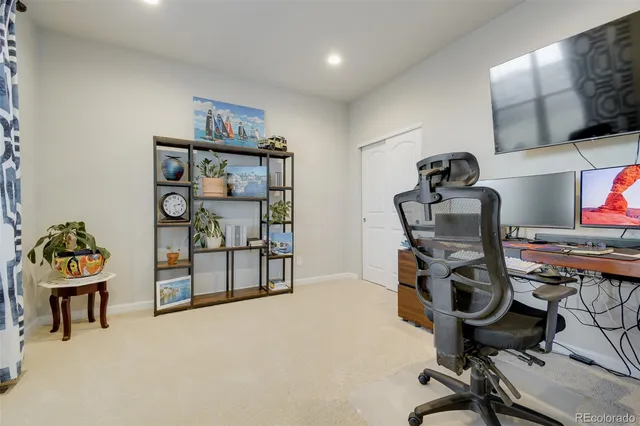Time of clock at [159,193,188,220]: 2:27
